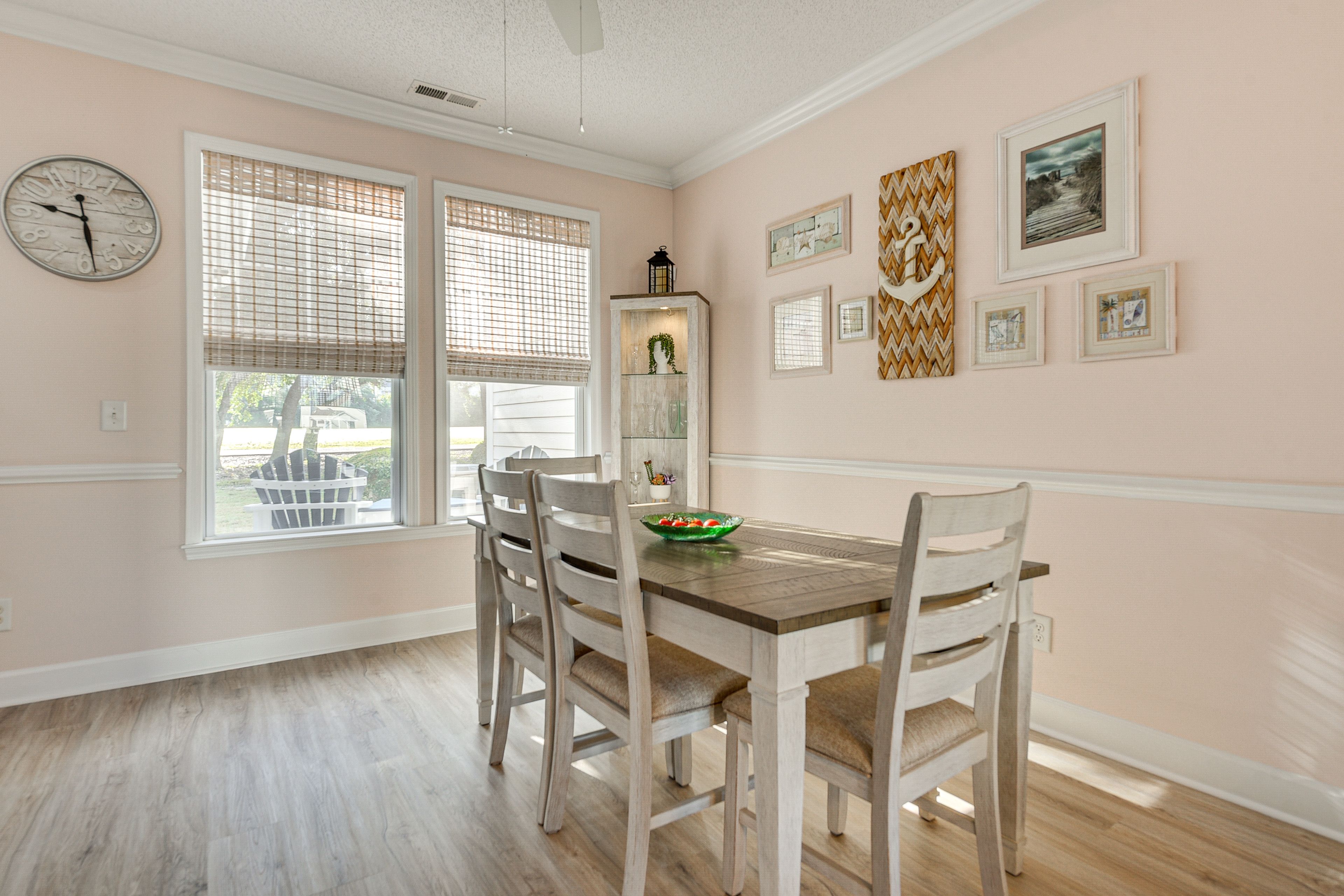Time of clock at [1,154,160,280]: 9:28
